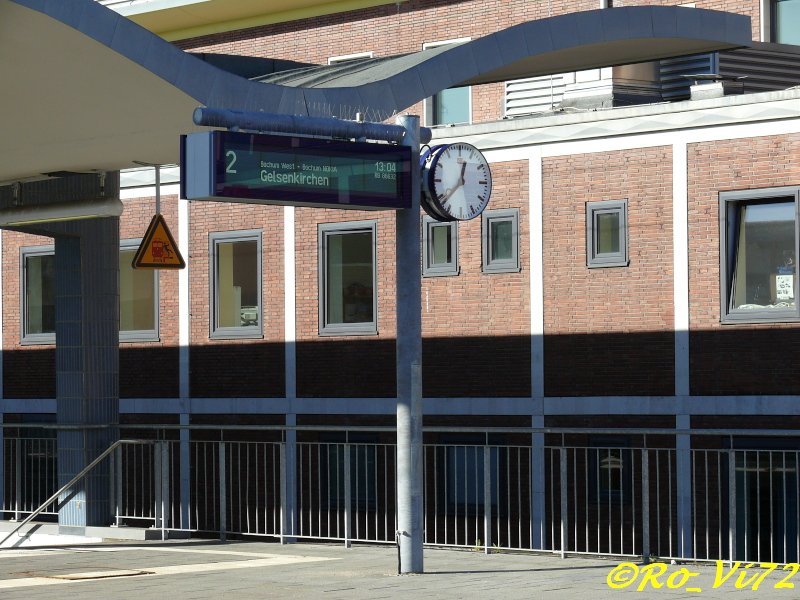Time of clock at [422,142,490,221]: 12:37
